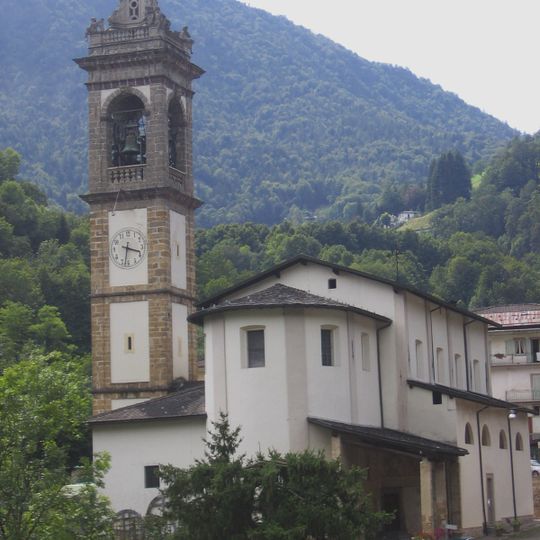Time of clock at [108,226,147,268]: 3:32
